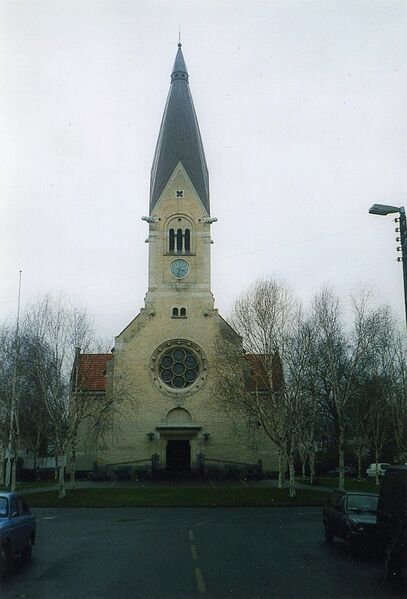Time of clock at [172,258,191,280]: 3:32
